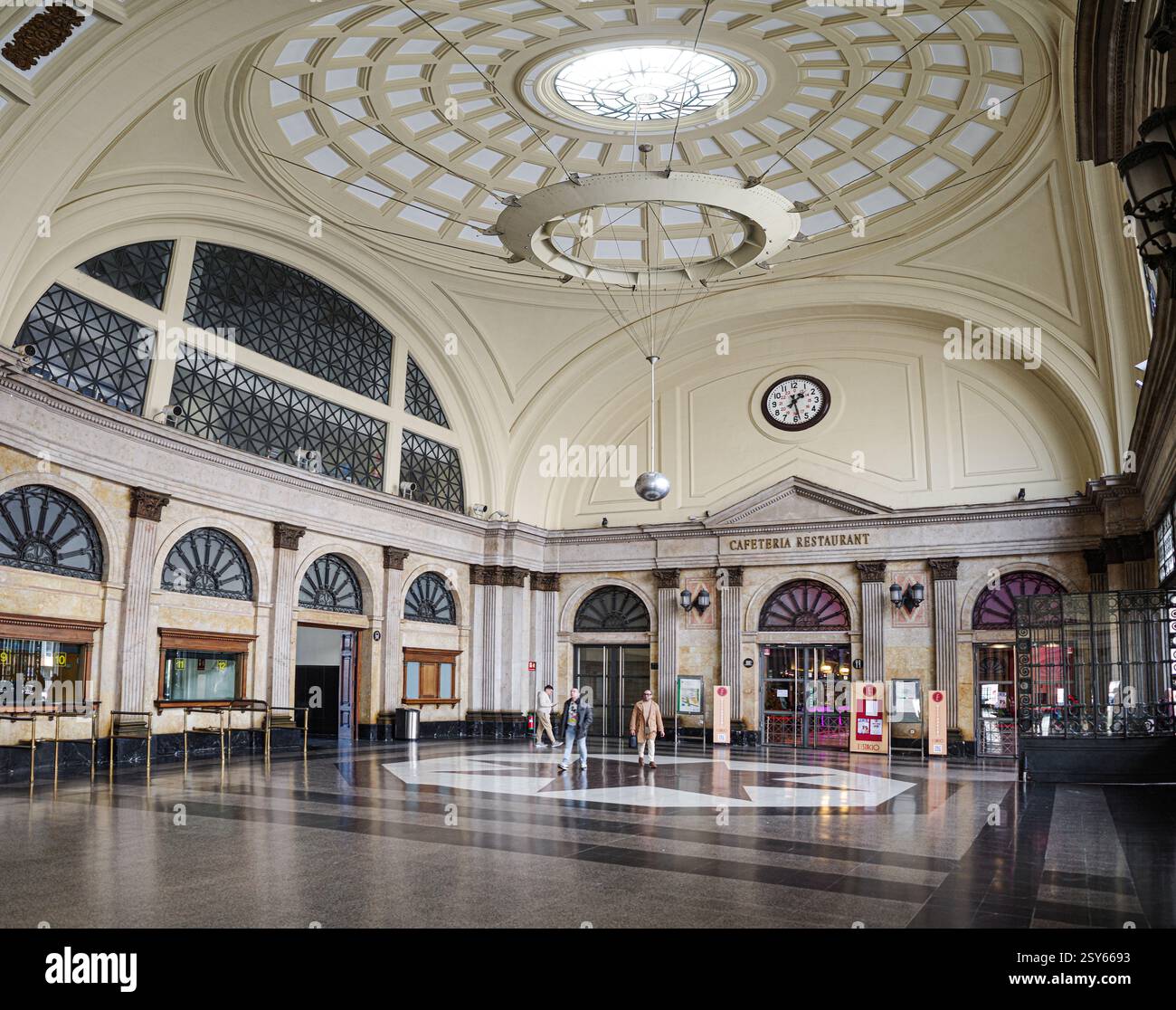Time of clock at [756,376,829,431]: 1:28
